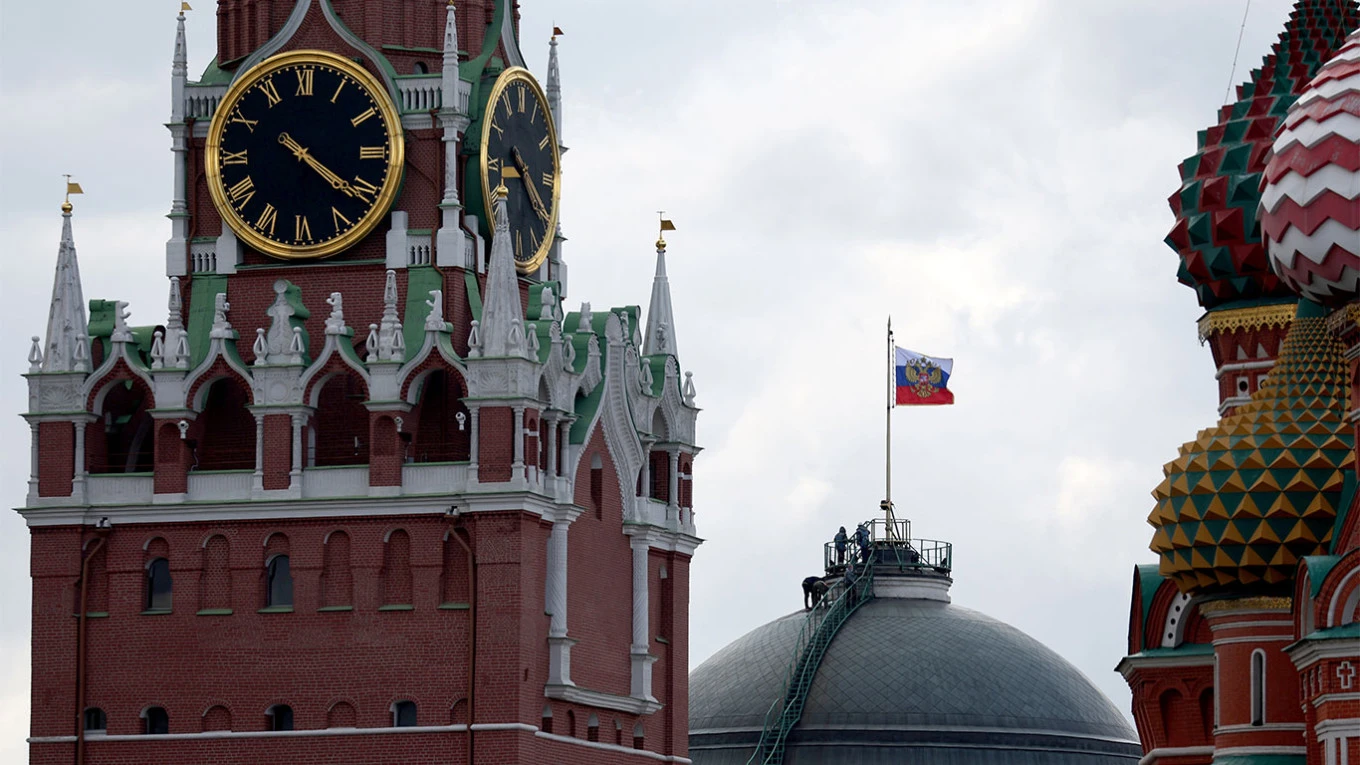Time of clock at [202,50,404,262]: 4:20
